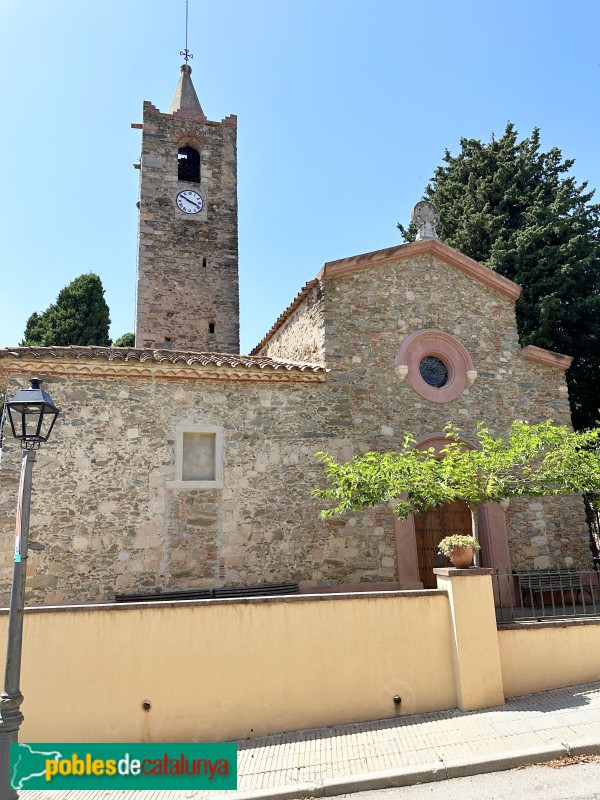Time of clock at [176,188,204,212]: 3:50
